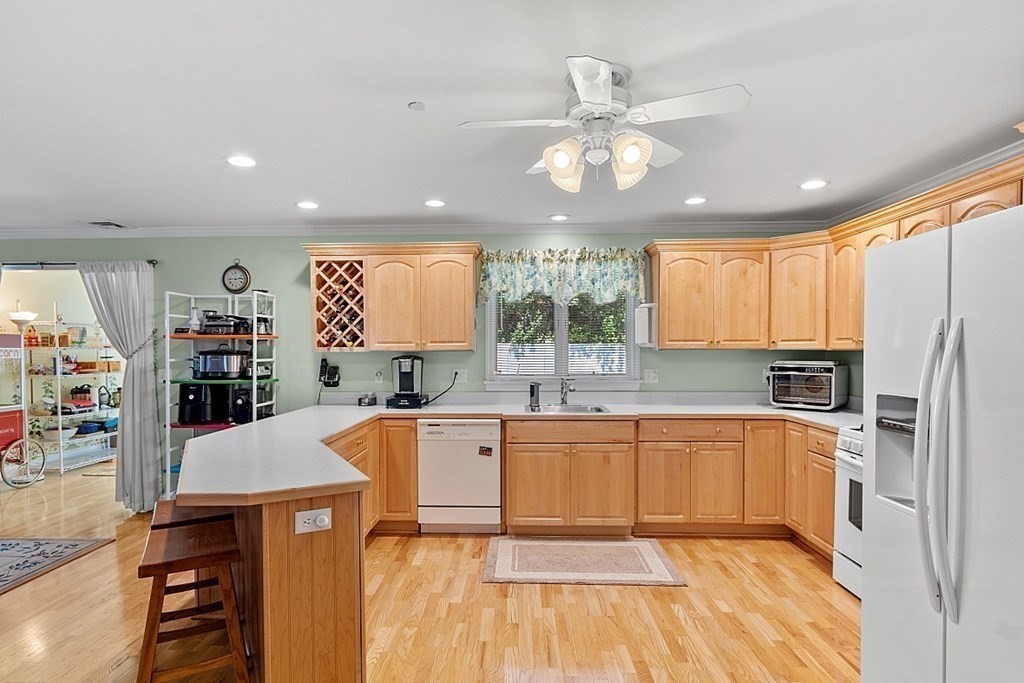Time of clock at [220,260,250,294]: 2:45
